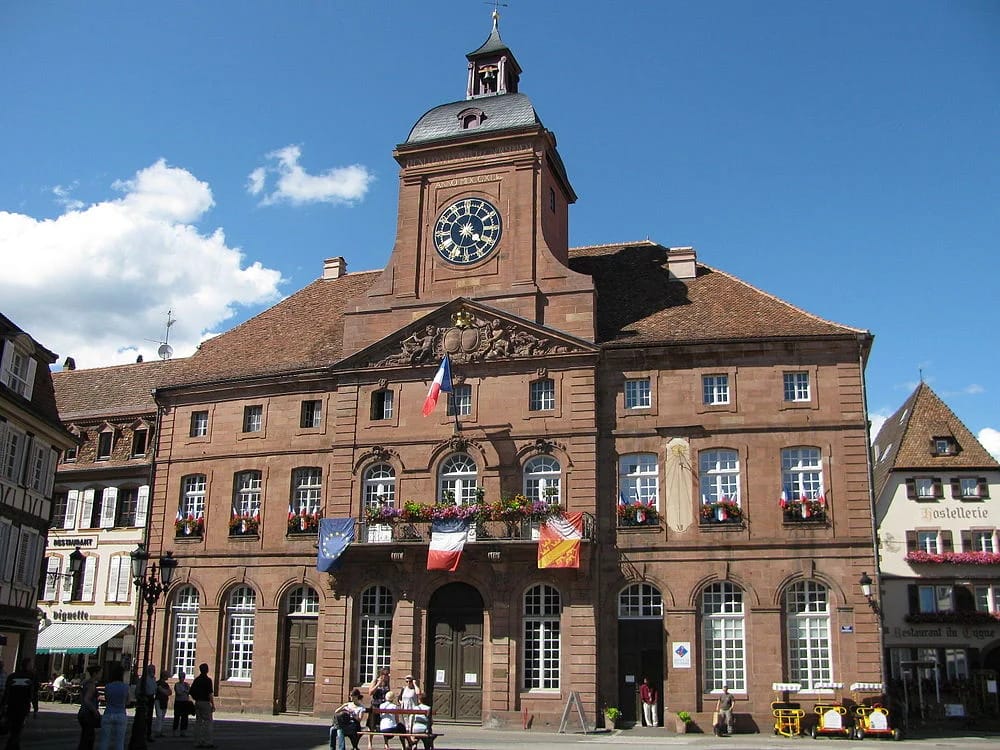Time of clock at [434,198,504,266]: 4:02
